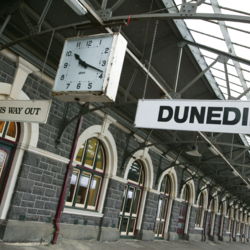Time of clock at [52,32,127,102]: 10:18
